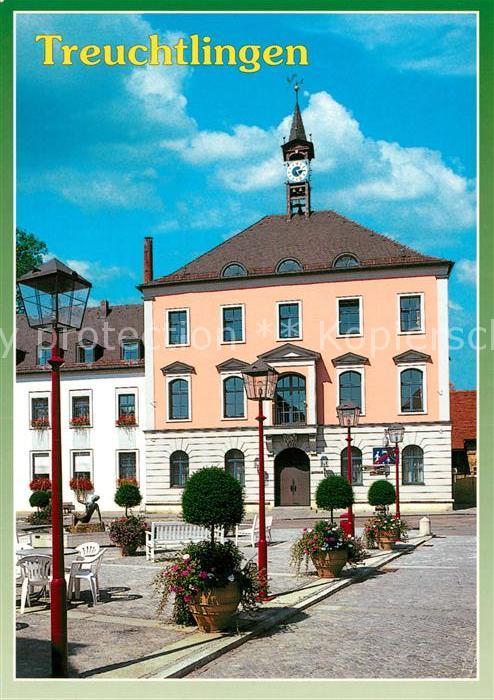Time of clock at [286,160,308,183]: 5:14
